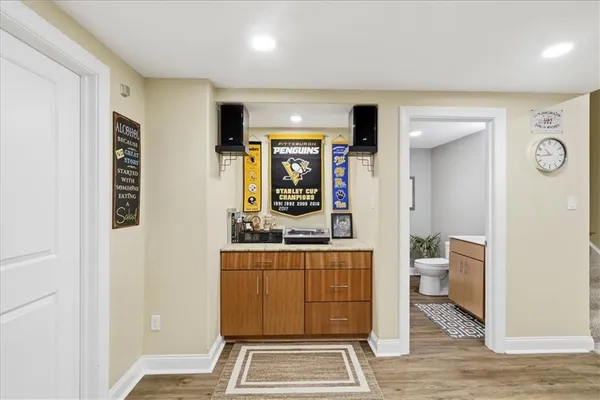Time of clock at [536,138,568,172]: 10:43
